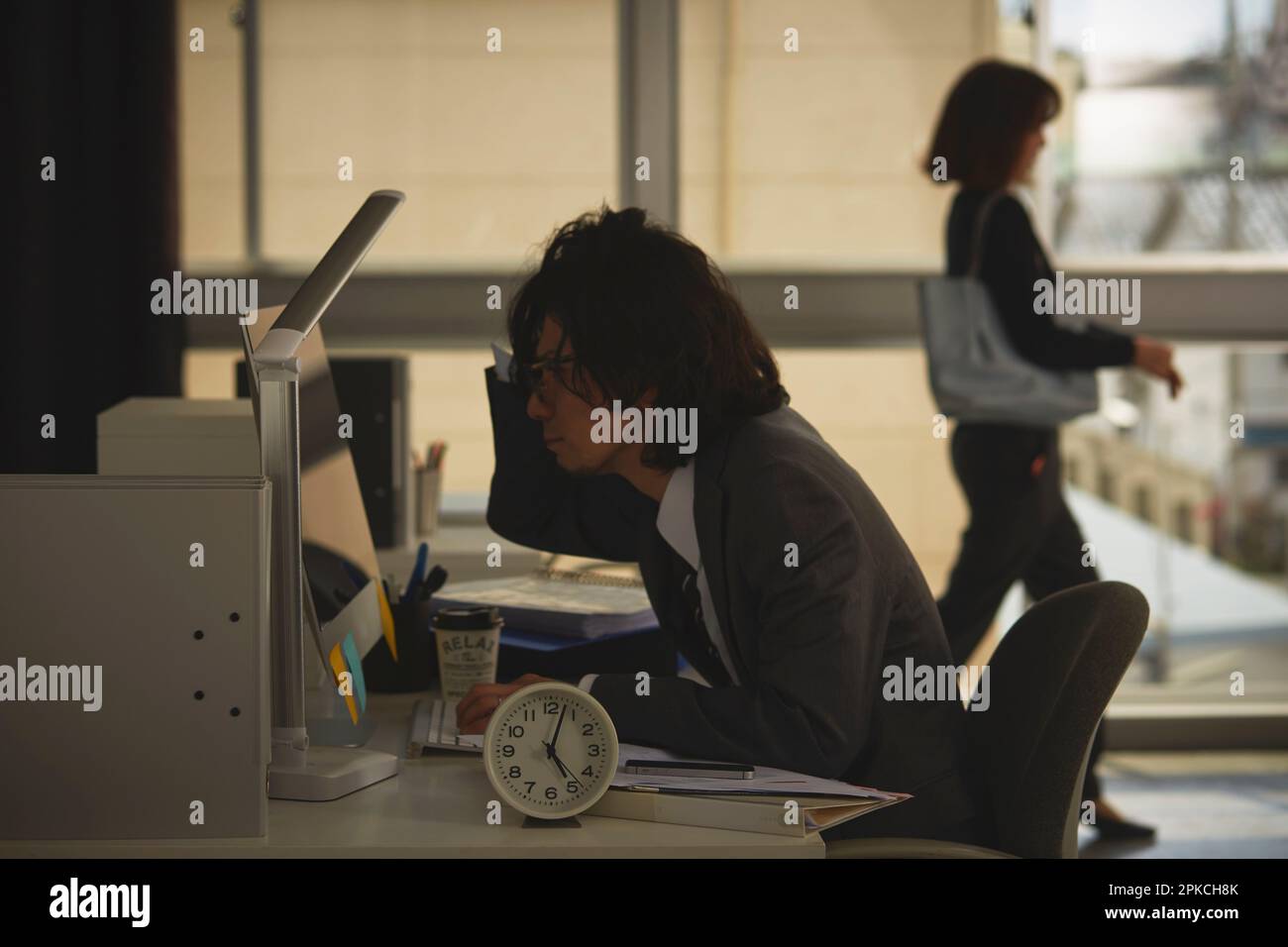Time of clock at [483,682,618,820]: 5:03
